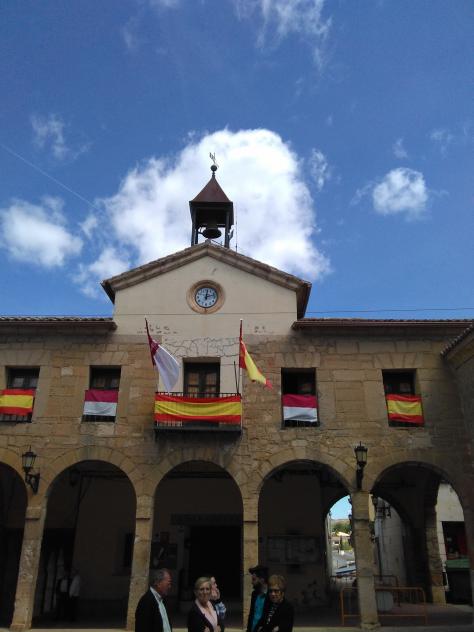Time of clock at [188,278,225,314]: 12:12
